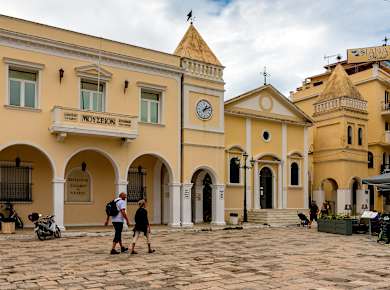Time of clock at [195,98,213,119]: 1:11
